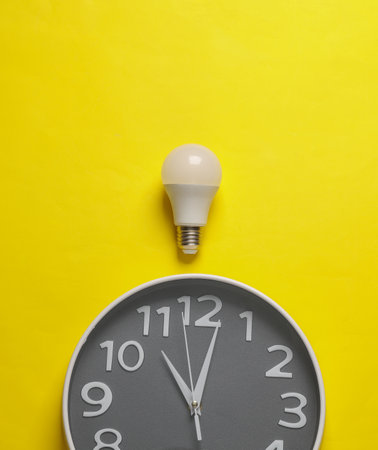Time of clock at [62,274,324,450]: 11:02
